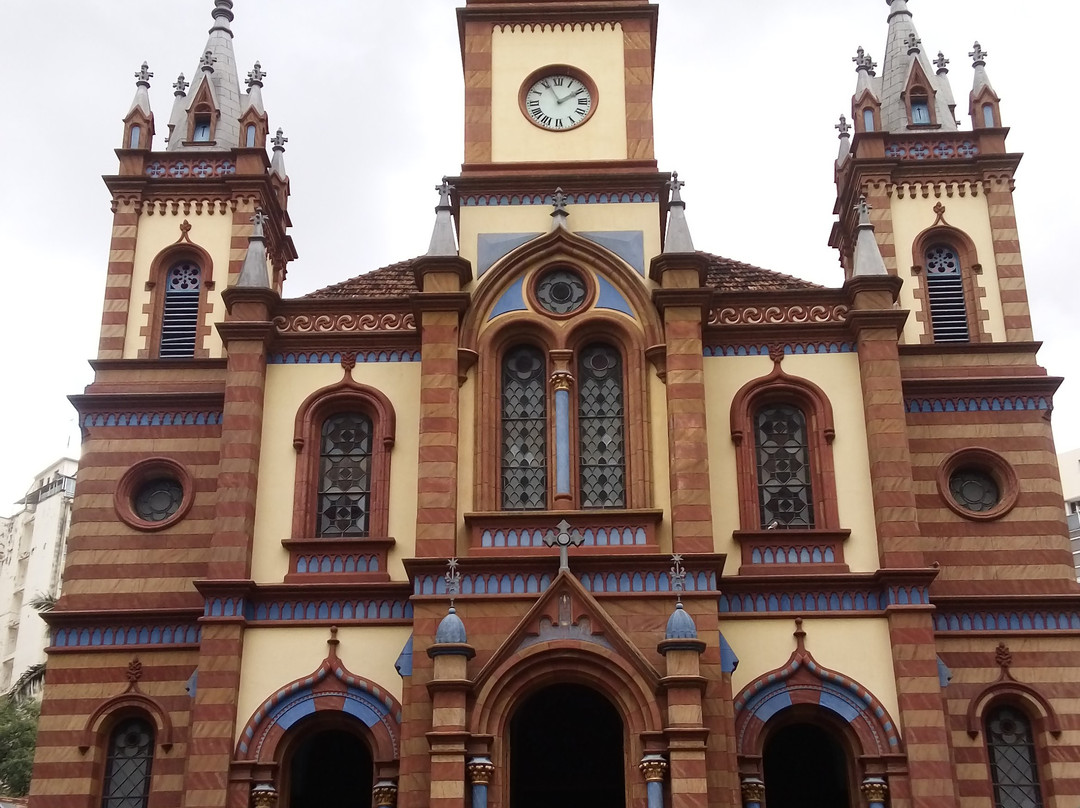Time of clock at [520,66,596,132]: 1:56
